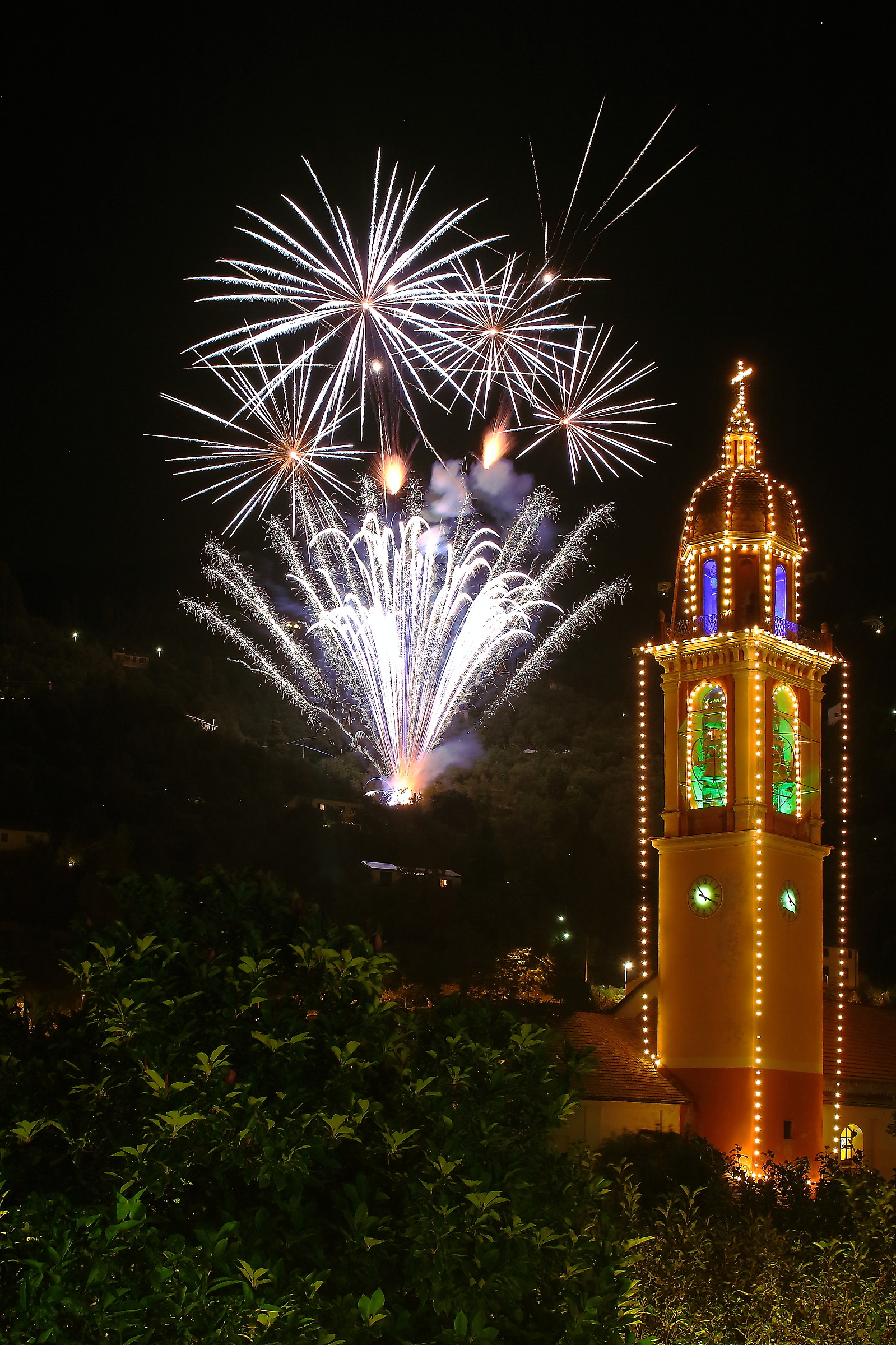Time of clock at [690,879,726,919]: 3:53
